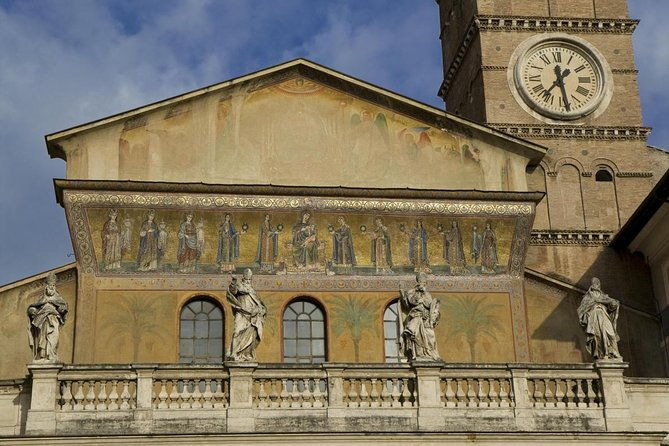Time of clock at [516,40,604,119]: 7:28
